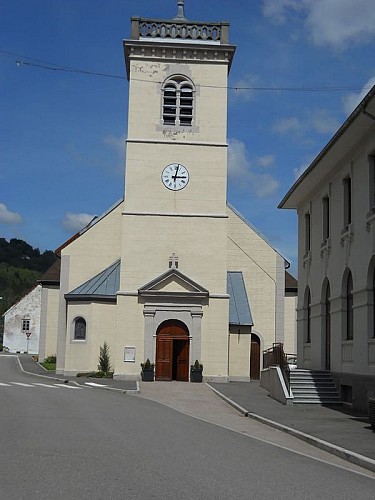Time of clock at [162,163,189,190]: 3:02
